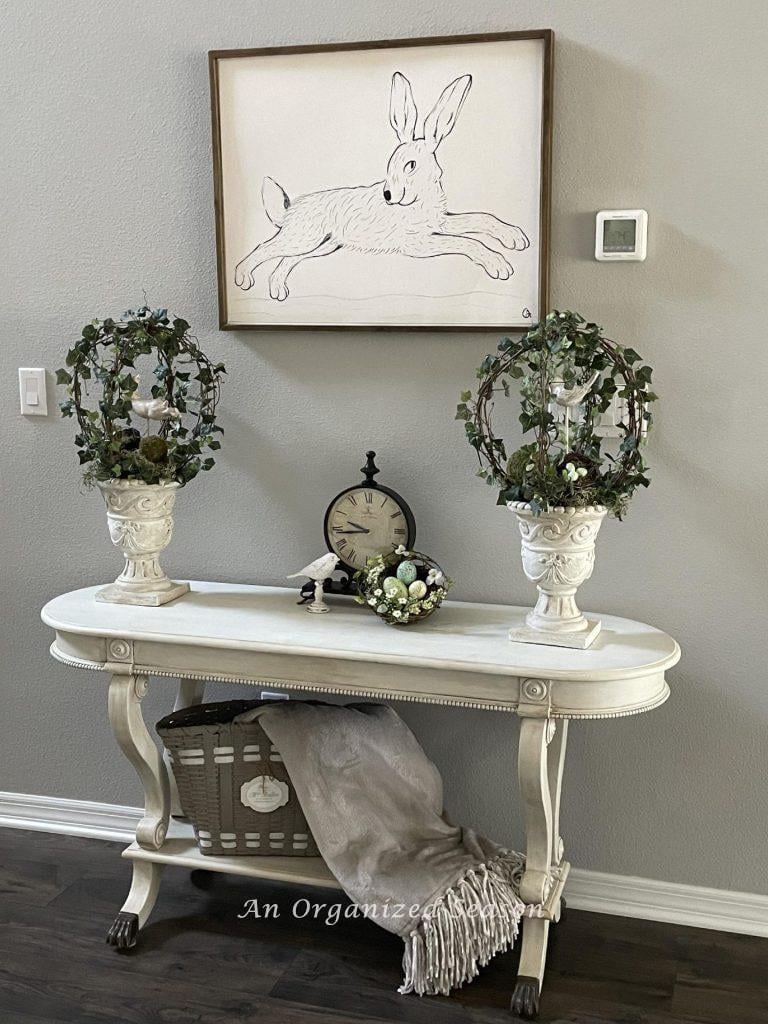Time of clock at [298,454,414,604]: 9:43
